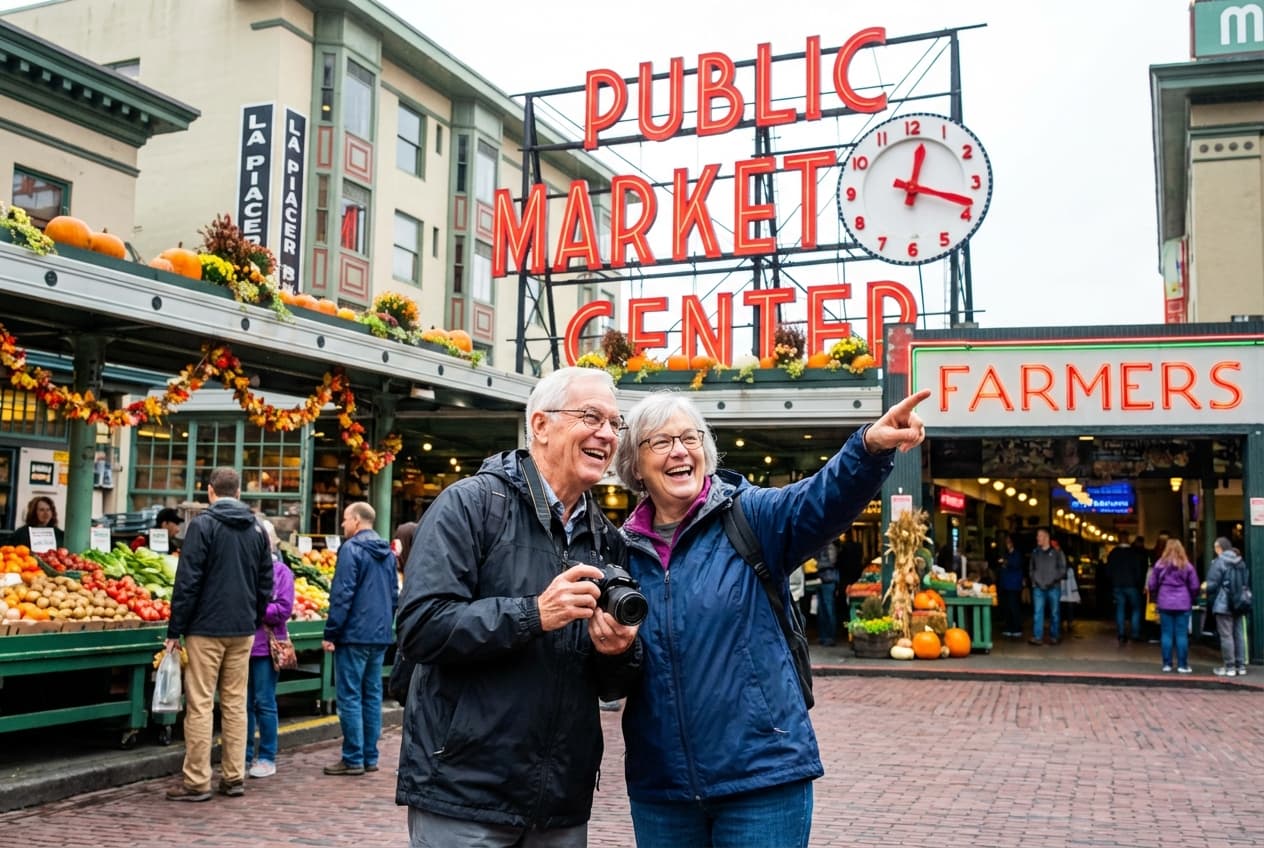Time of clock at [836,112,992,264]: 12:18
